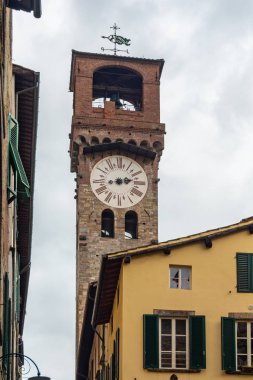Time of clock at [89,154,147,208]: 2:12
